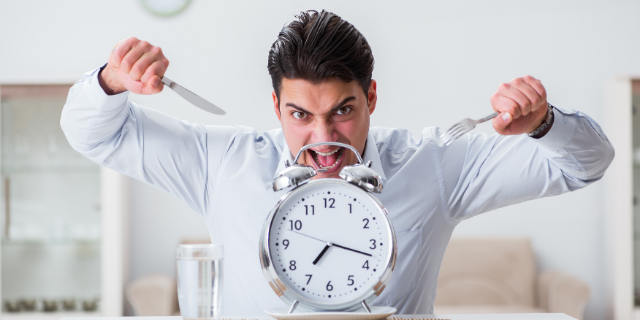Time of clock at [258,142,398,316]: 7:17
